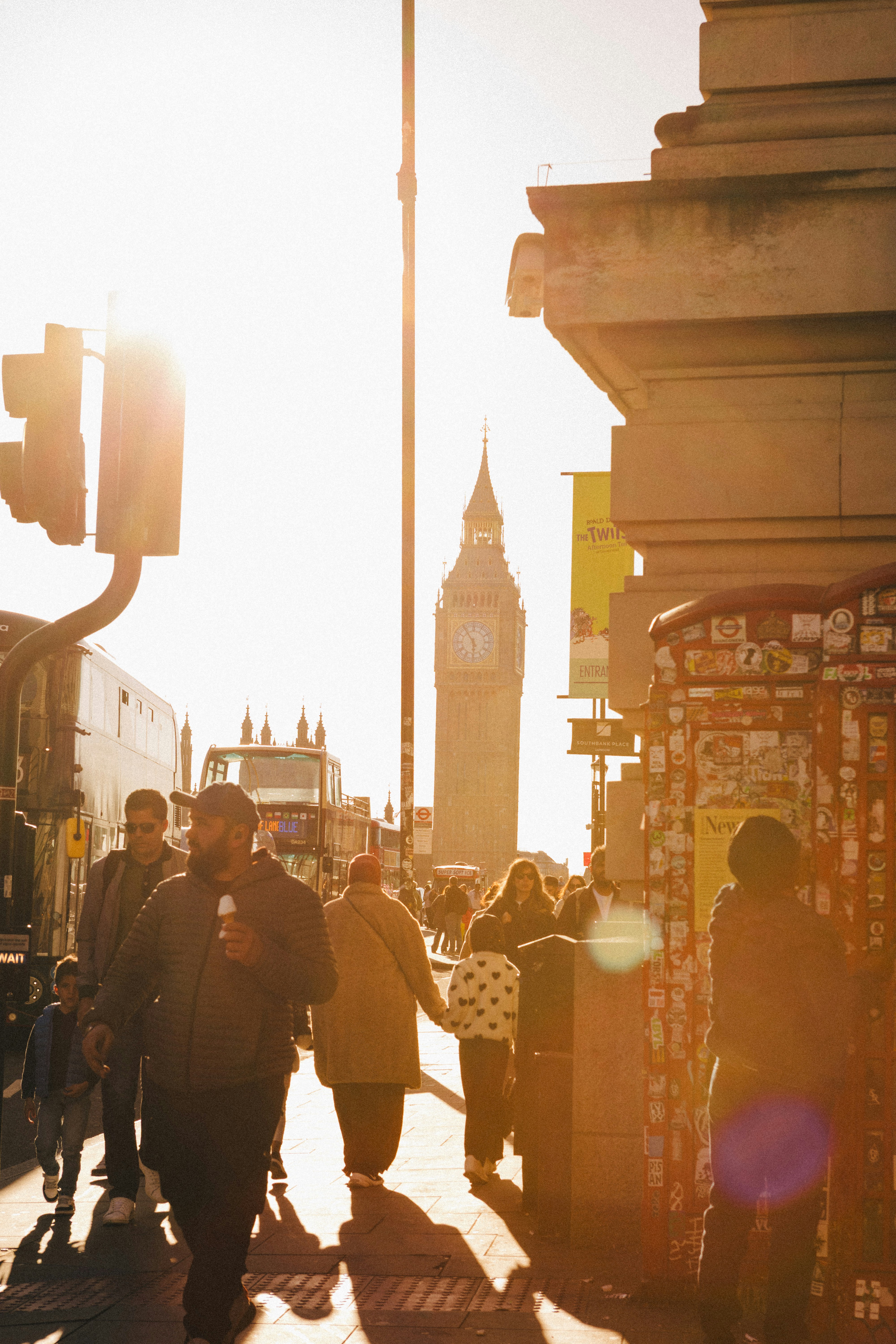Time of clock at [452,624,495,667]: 5:54
